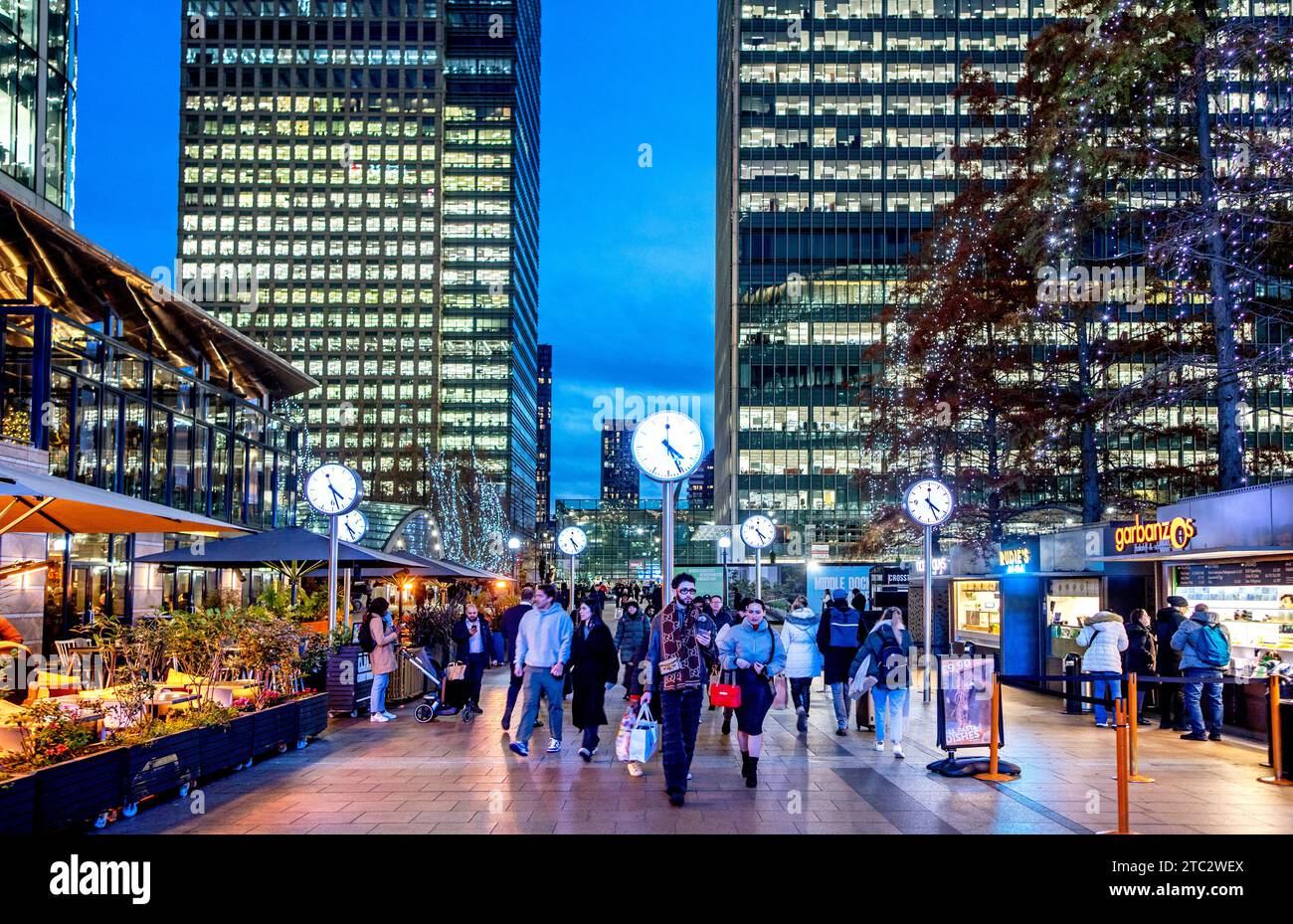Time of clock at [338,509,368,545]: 4:26
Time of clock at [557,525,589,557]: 4:26
